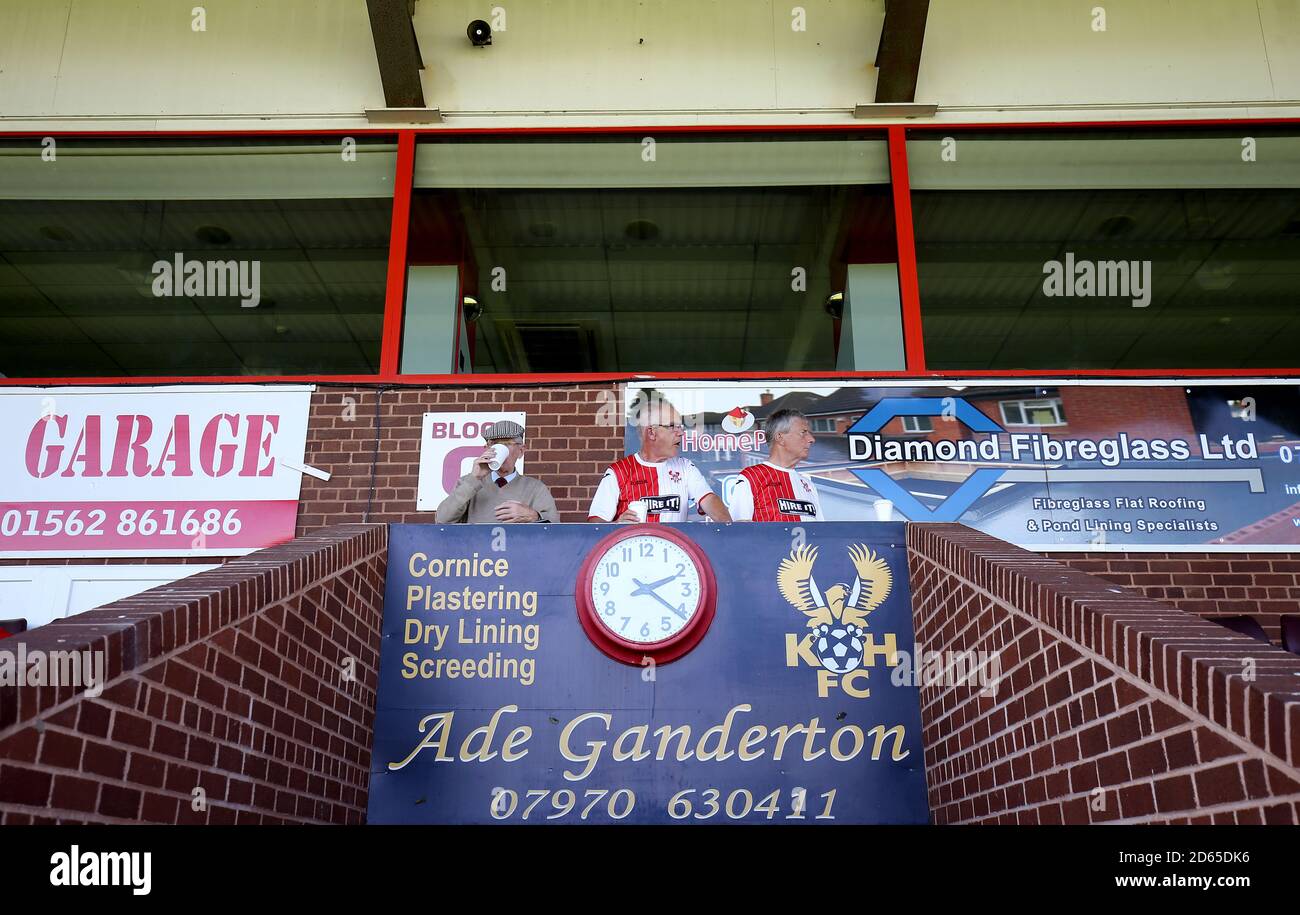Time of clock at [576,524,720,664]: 2:21
